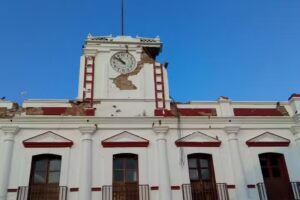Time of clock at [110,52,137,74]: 10:51
